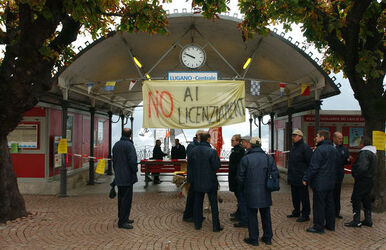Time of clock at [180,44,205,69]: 9:48
